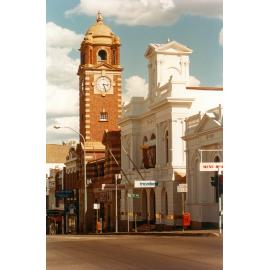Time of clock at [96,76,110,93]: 3:27
